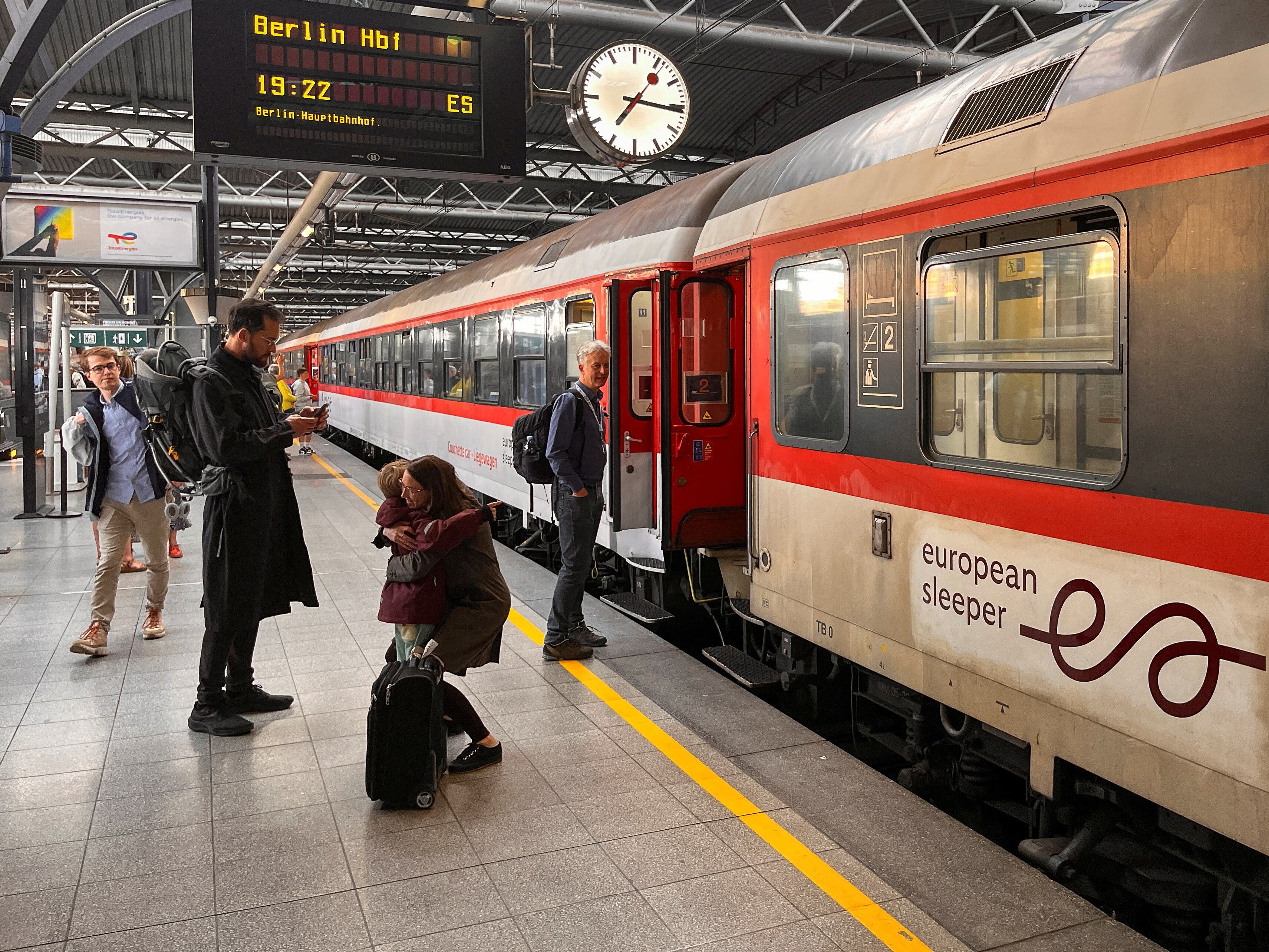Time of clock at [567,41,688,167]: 7:16
